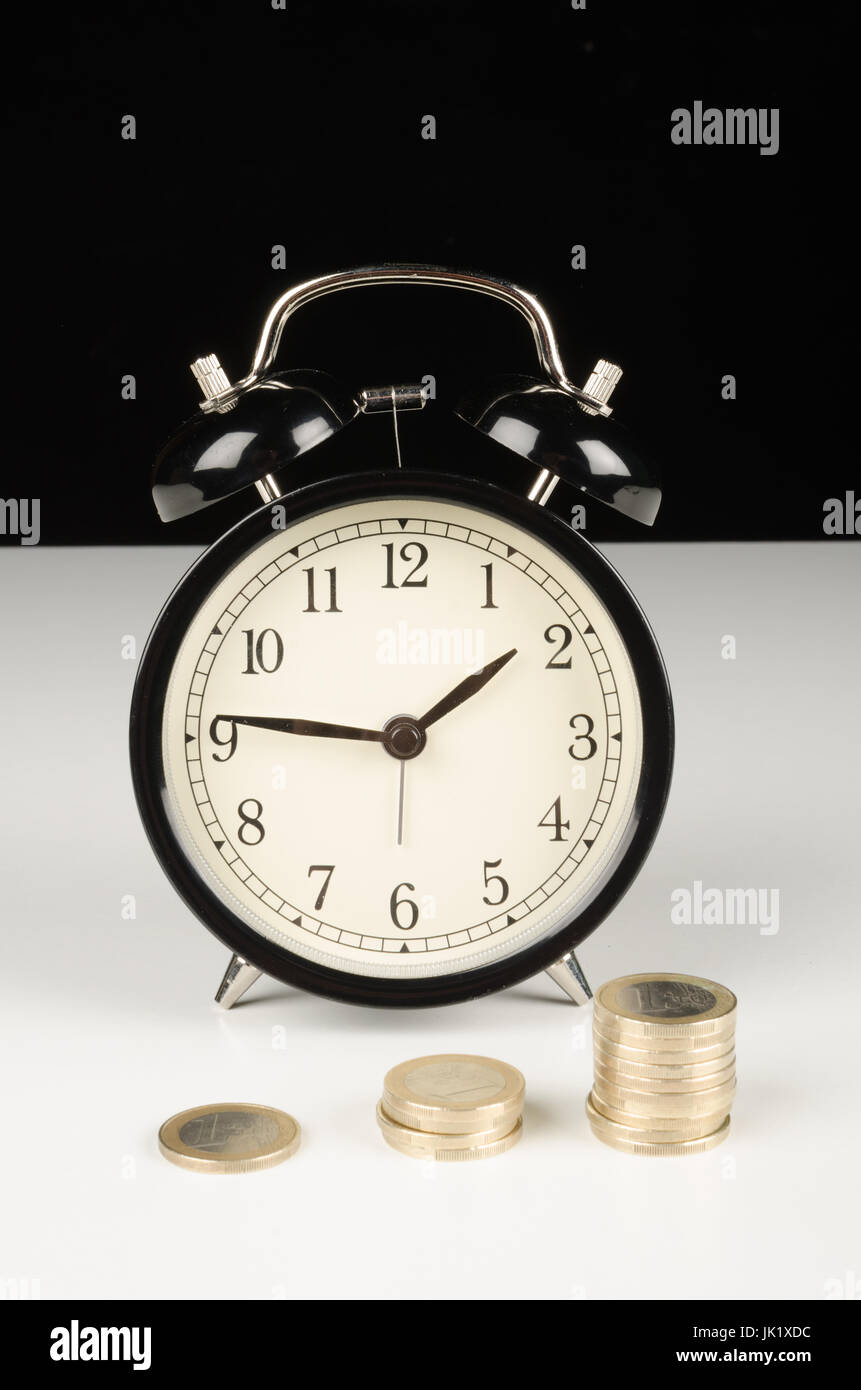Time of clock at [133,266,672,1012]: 1:46
